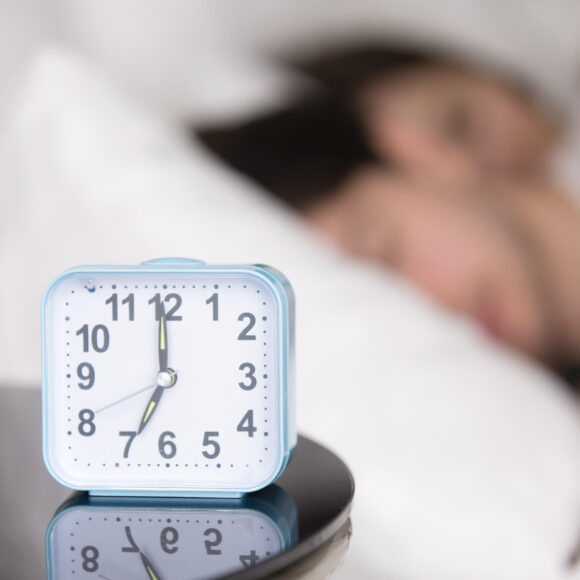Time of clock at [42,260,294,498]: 6:59
